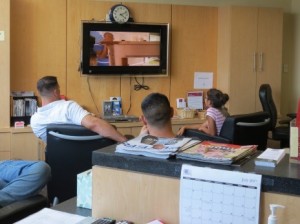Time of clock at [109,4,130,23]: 4:11
